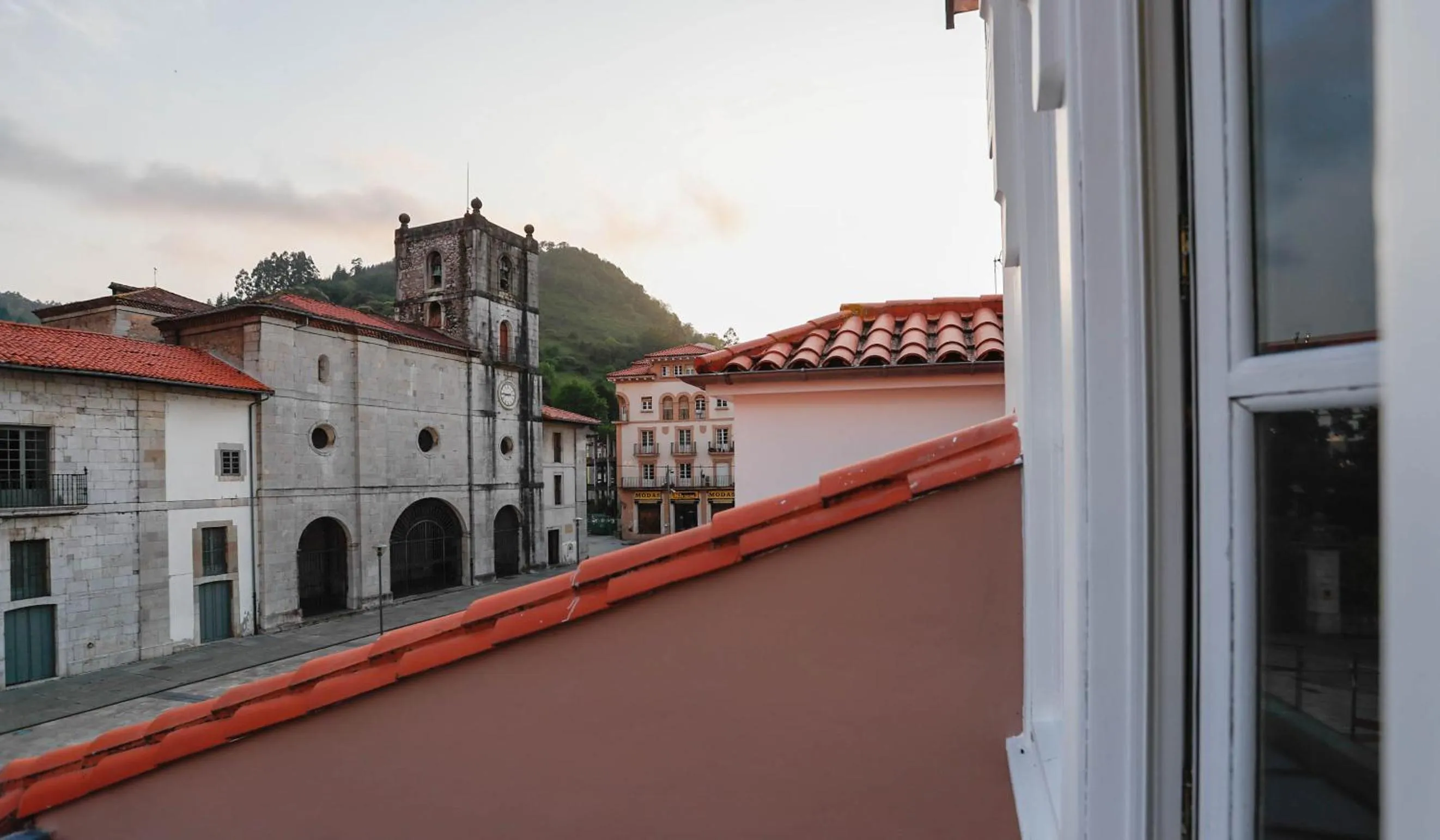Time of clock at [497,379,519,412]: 8:45
